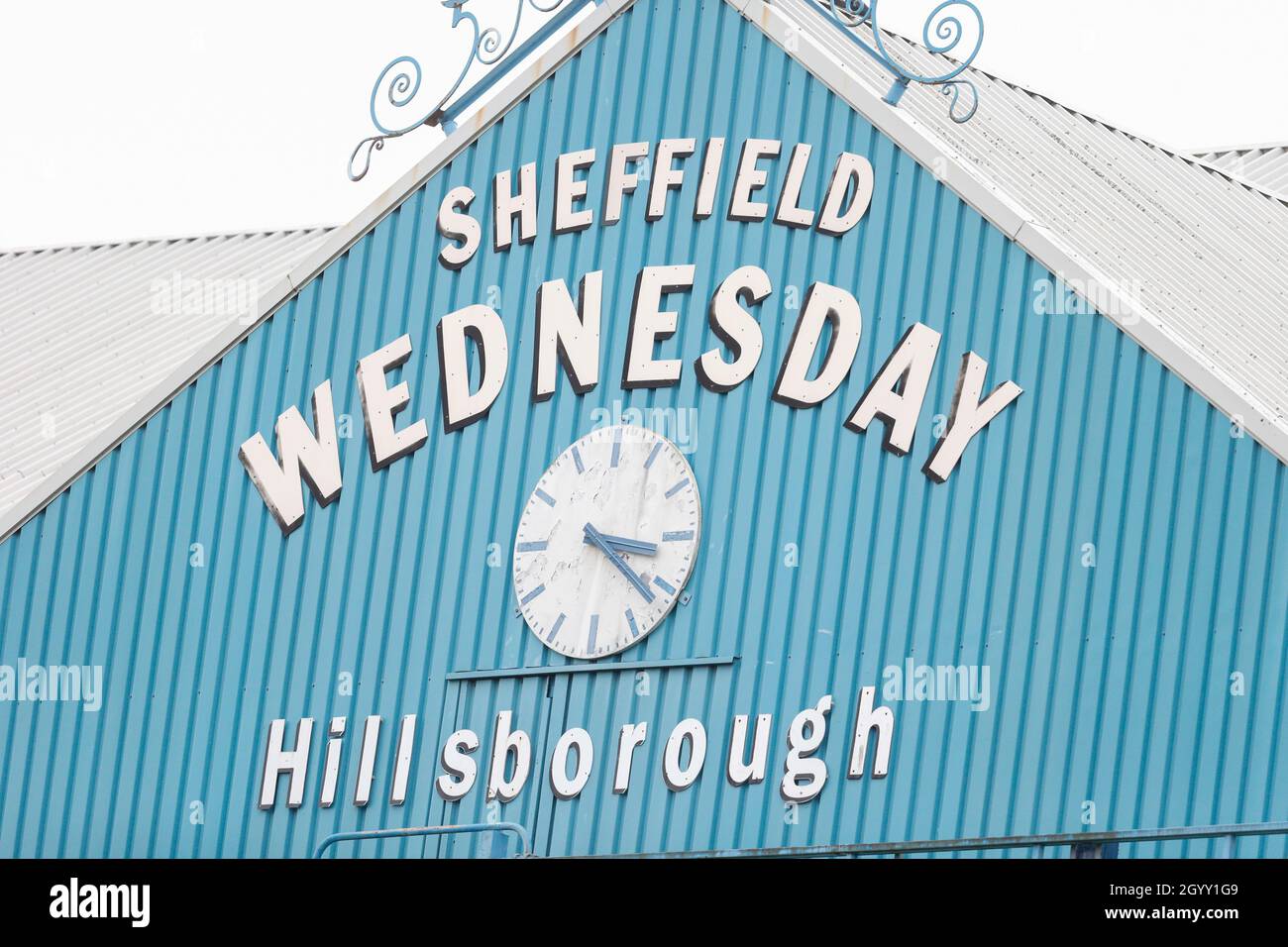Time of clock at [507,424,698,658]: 3:21
